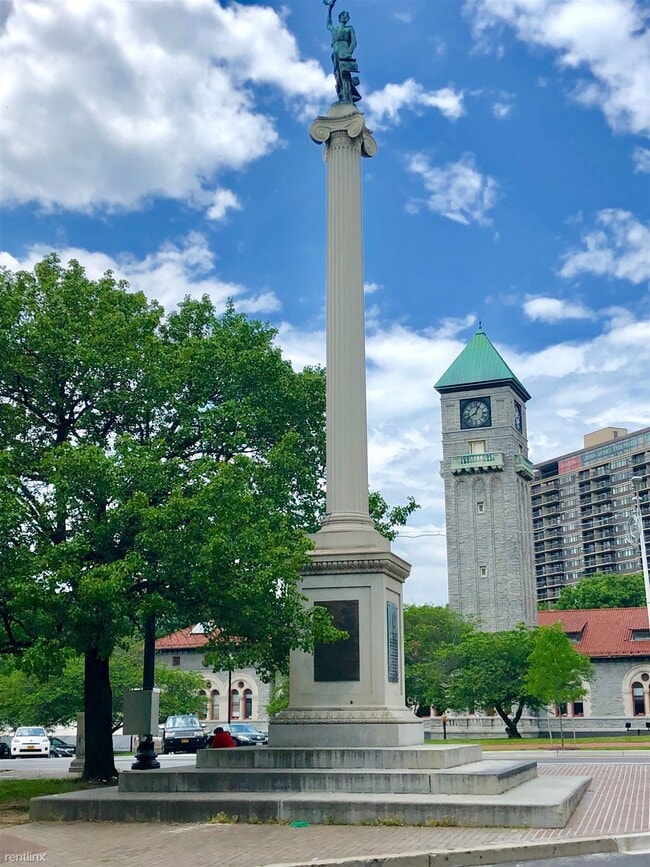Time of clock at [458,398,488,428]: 12:40
